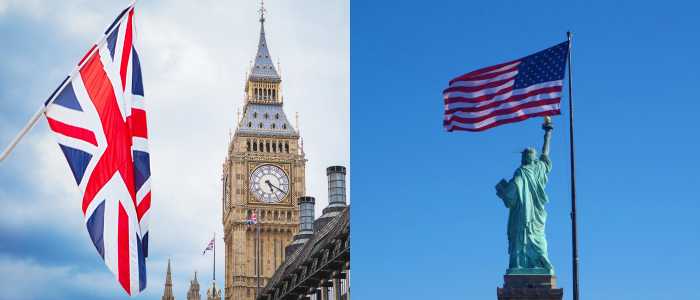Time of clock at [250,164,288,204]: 5:19
